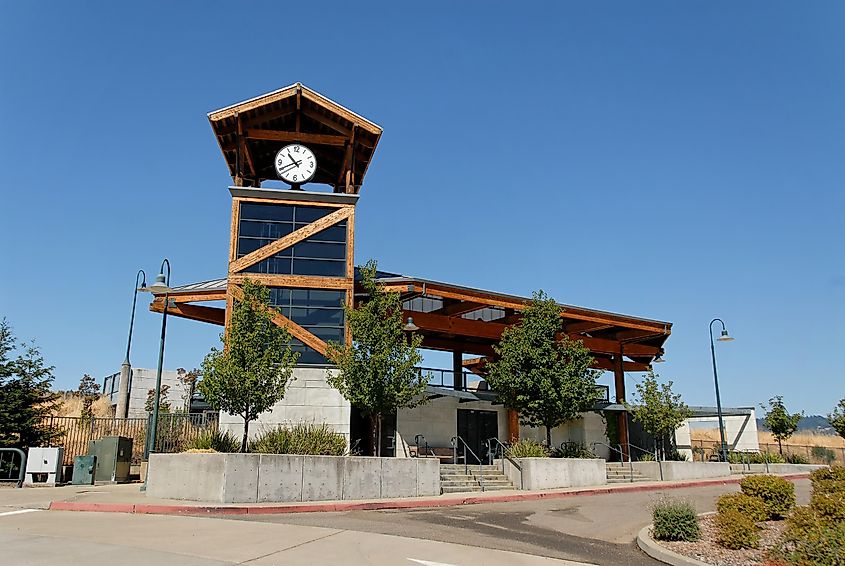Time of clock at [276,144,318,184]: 10:40
